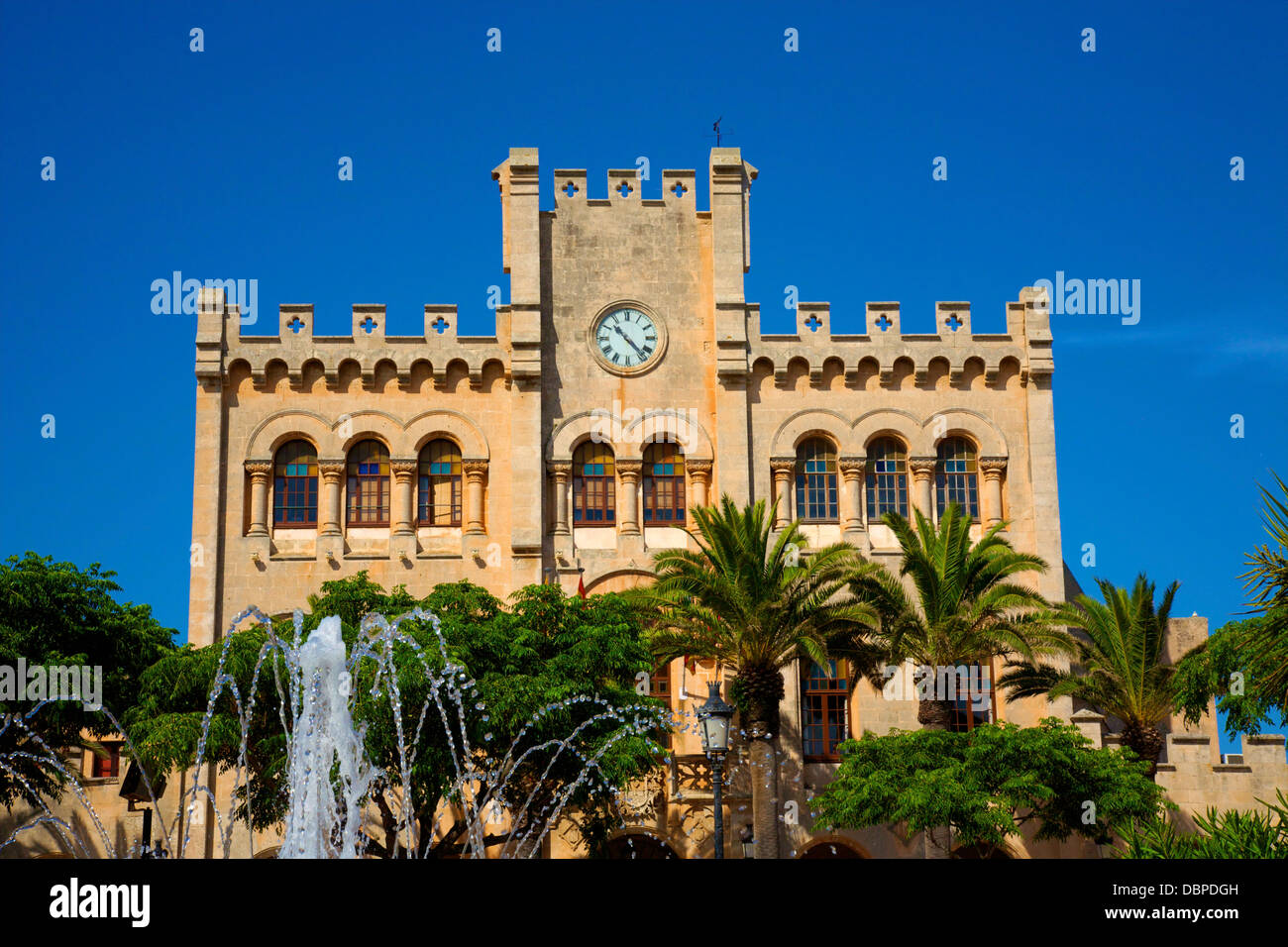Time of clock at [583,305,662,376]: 10:22
